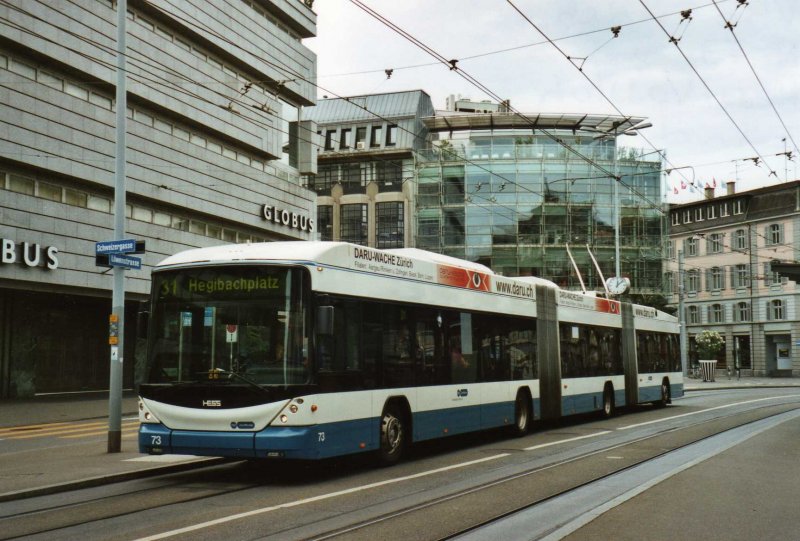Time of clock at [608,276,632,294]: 12:07
